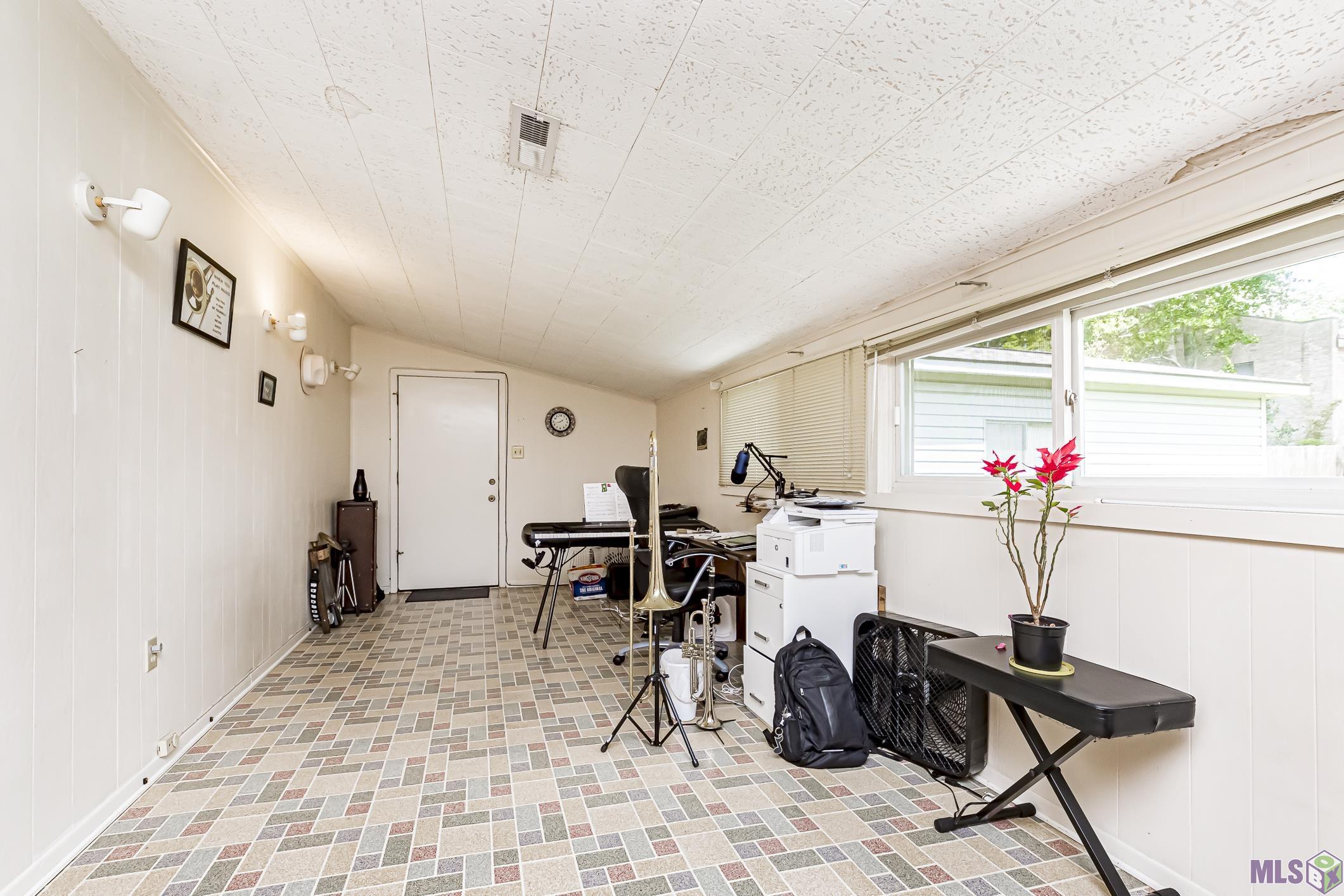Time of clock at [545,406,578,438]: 1:42
